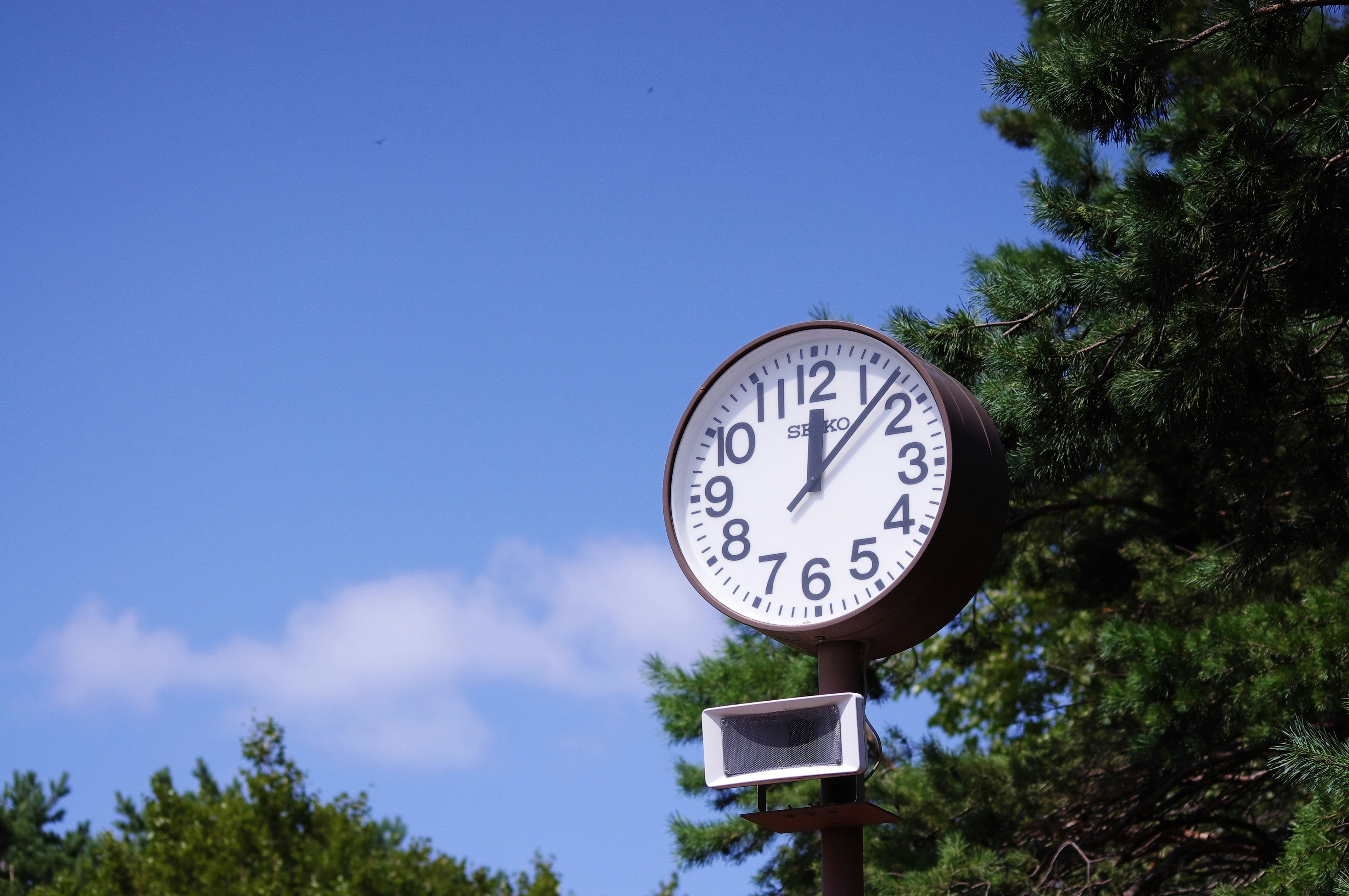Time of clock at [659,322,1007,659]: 12:07
